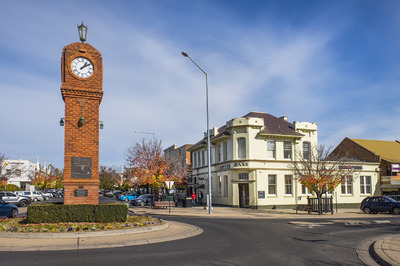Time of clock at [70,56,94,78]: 1:09
